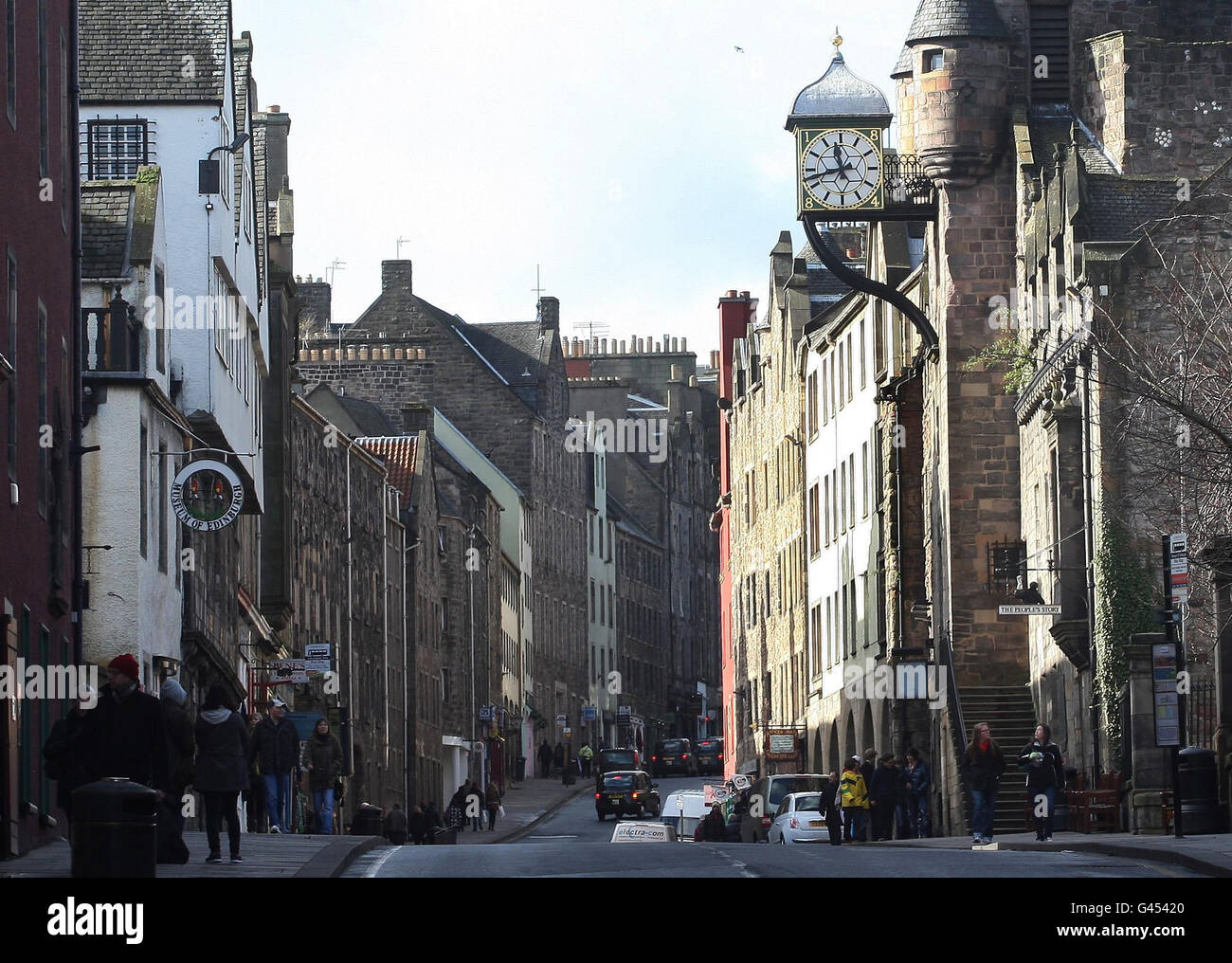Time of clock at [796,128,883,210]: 11:42
